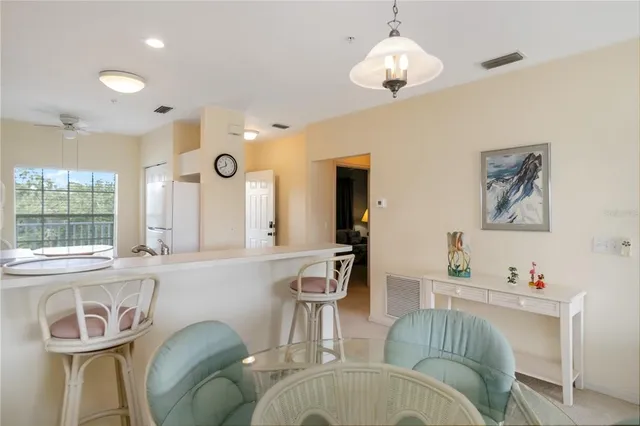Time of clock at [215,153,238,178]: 11:41
